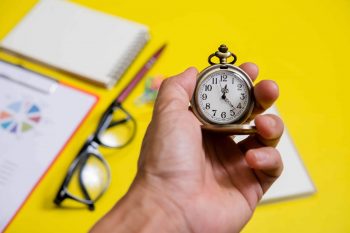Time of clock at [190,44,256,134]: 12:23
